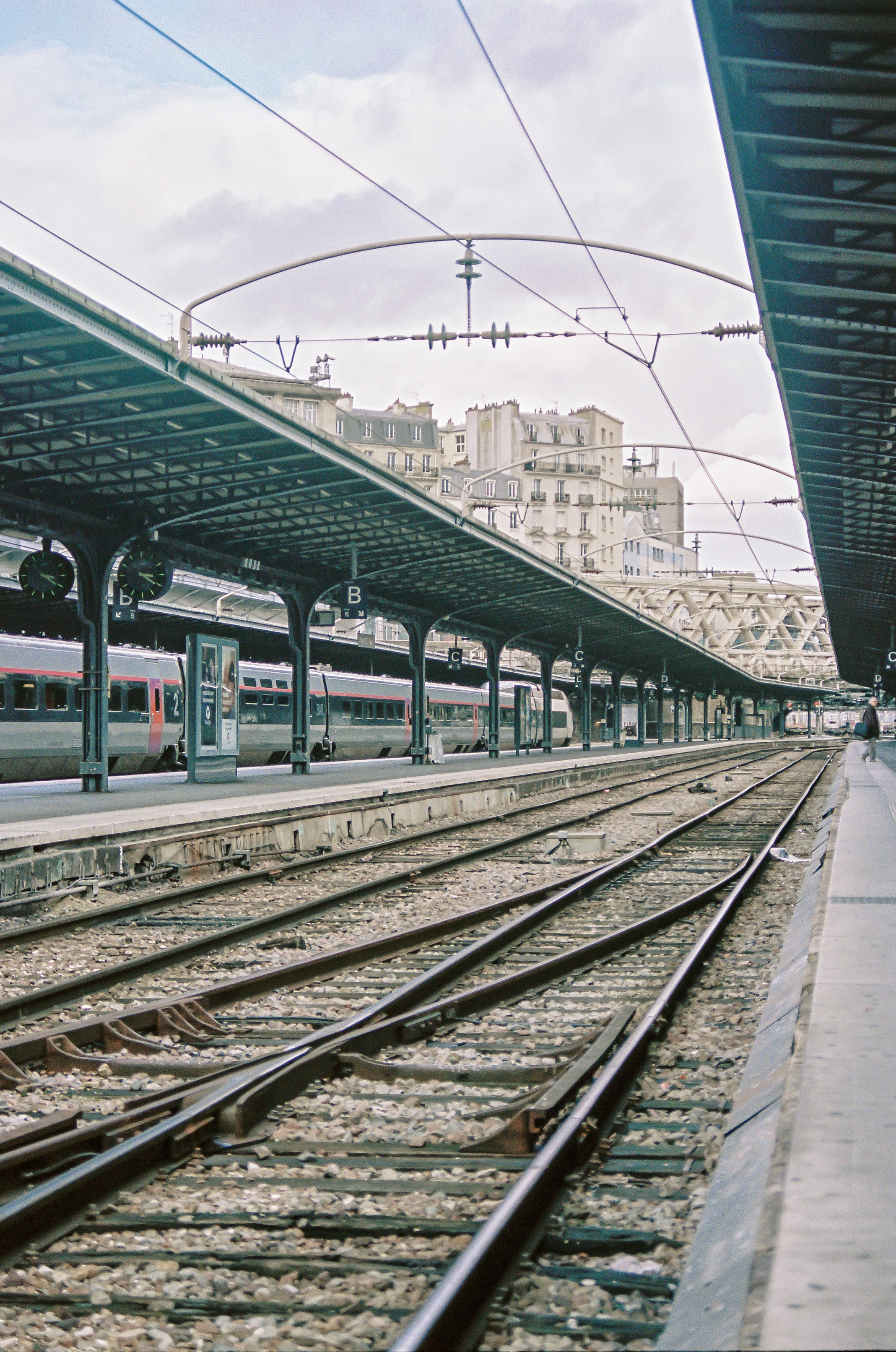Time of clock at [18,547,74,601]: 3:20
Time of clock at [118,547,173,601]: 3:20
